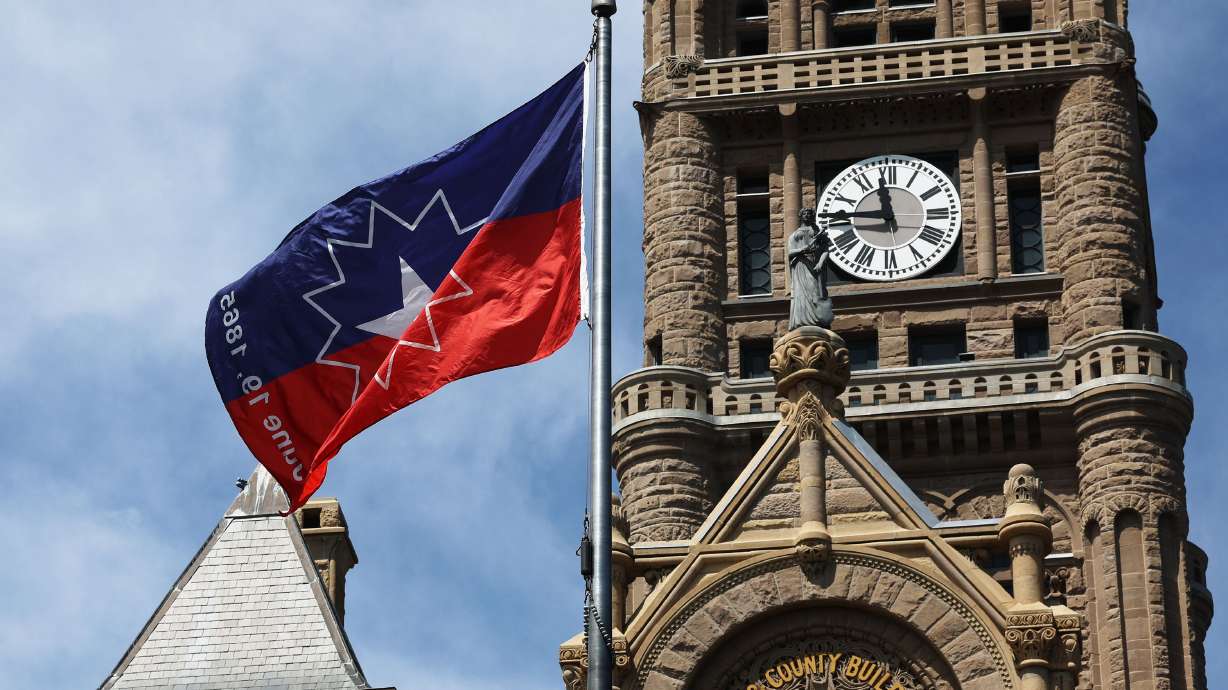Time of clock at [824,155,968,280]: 11:45
